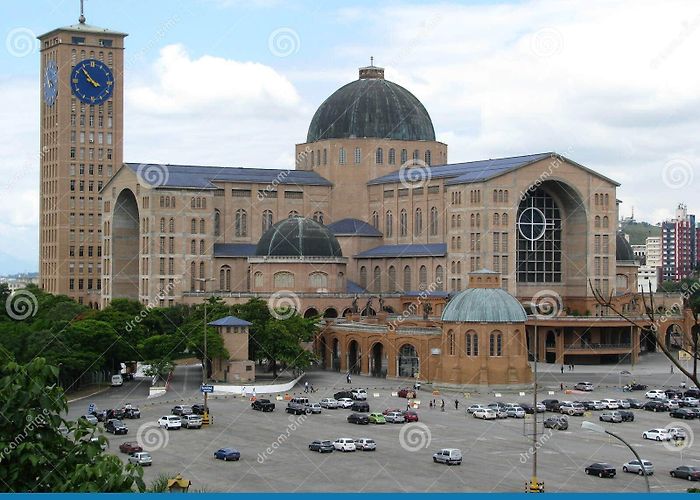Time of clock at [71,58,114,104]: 3:52
